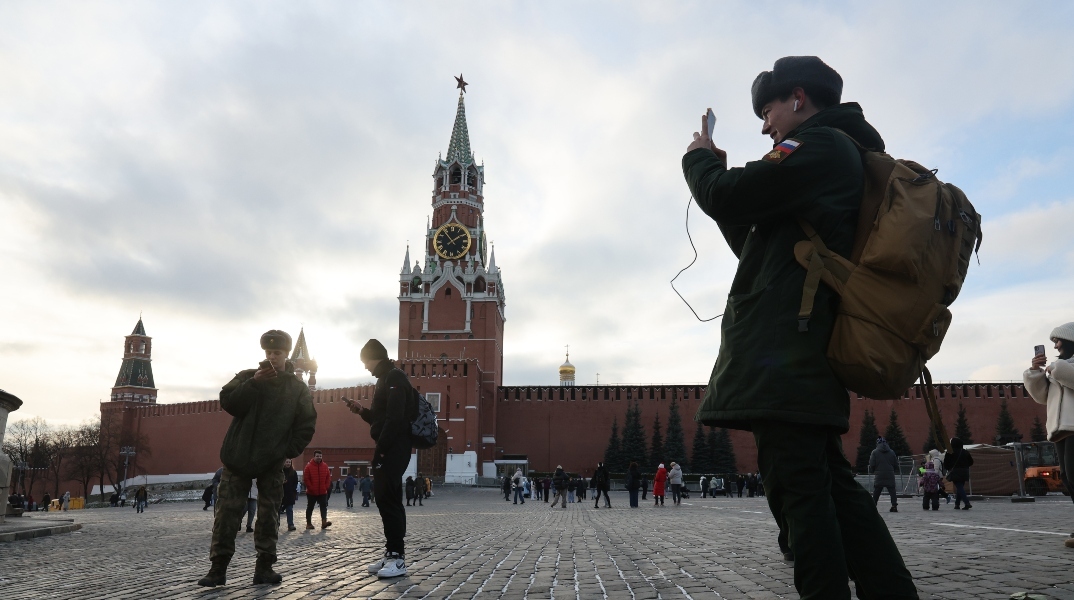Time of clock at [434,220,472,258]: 1:53
